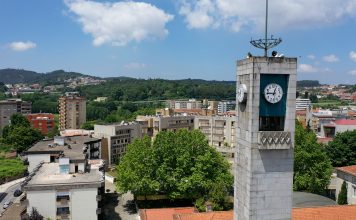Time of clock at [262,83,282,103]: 12:46
